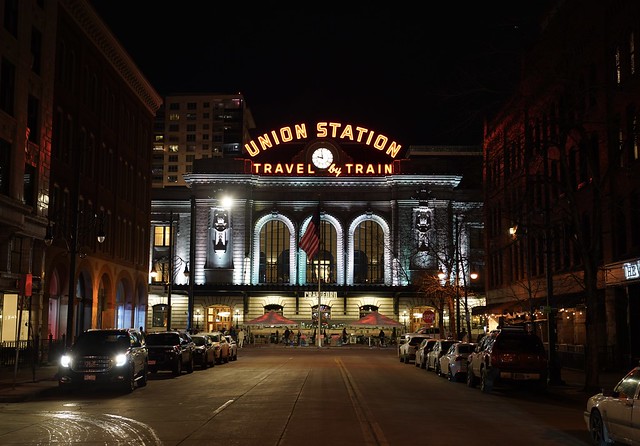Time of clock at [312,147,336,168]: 8:58
